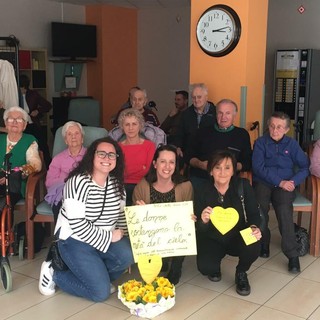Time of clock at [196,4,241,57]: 3:13
